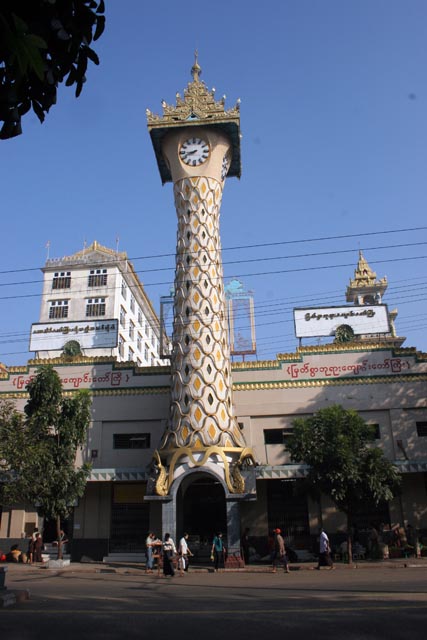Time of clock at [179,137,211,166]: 8:41
